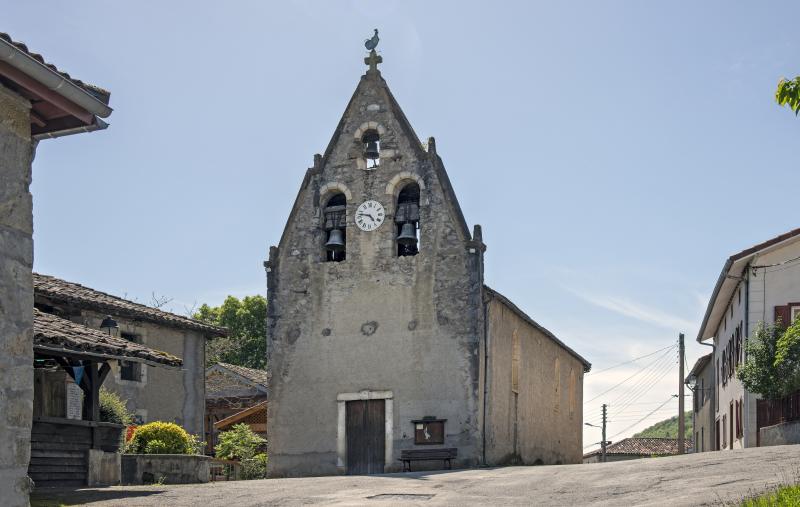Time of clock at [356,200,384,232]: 4:46
